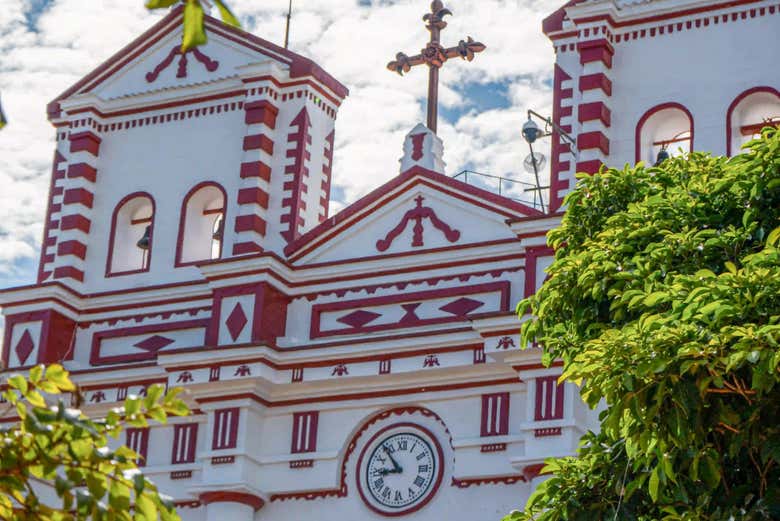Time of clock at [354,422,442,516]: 8:53
